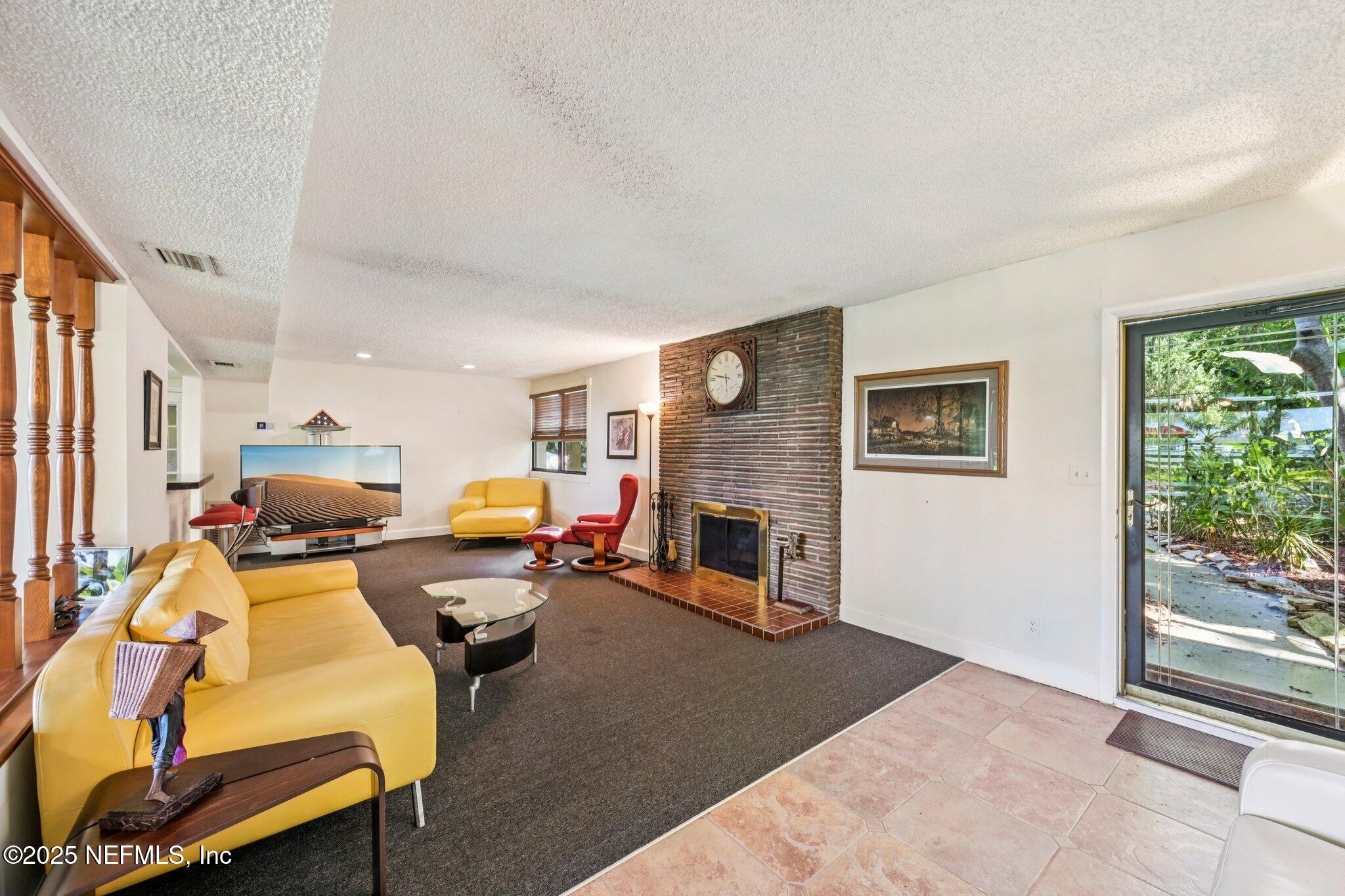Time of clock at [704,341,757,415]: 5:46
